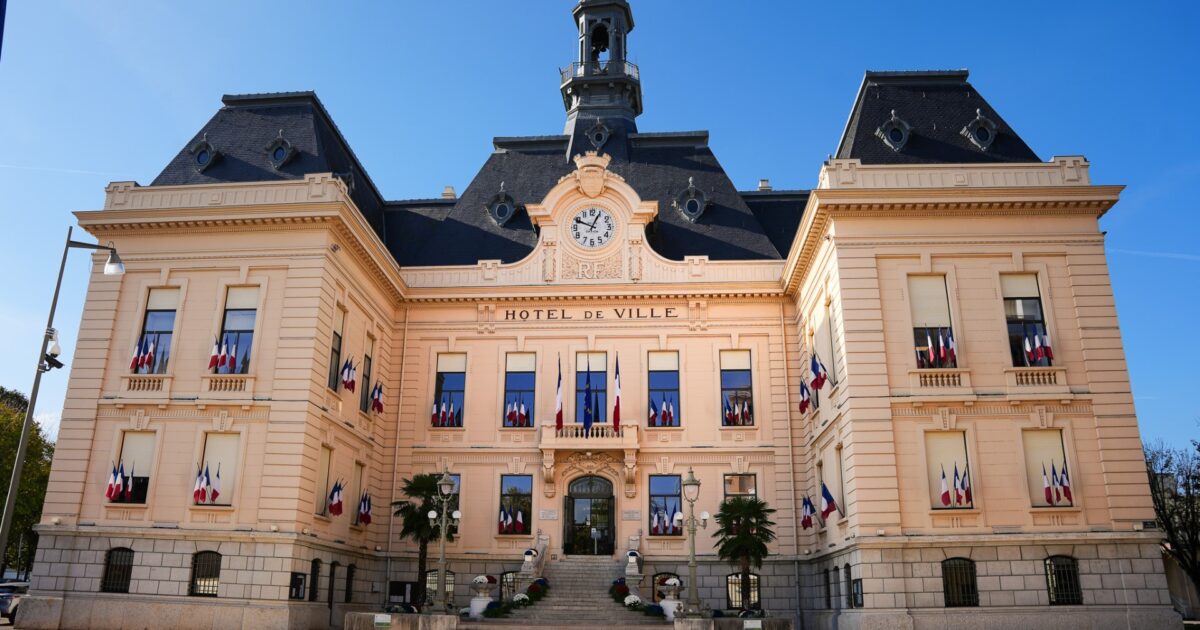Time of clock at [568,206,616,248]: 12:49
